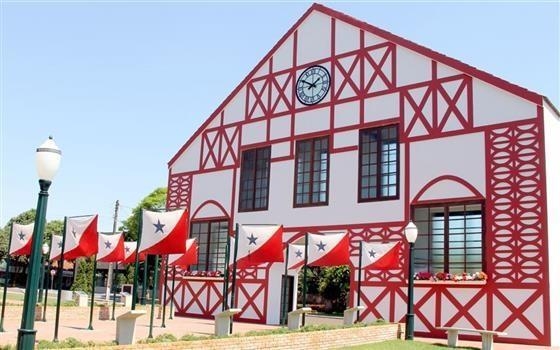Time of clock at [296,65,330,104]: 1:50
